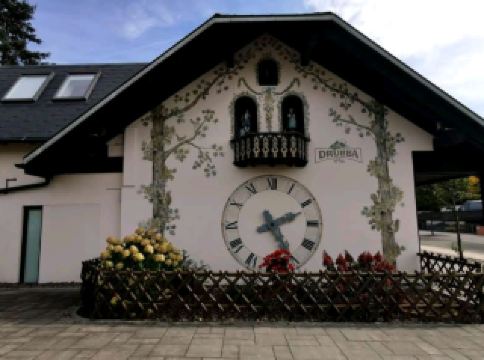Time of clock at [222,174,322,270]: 2:25
